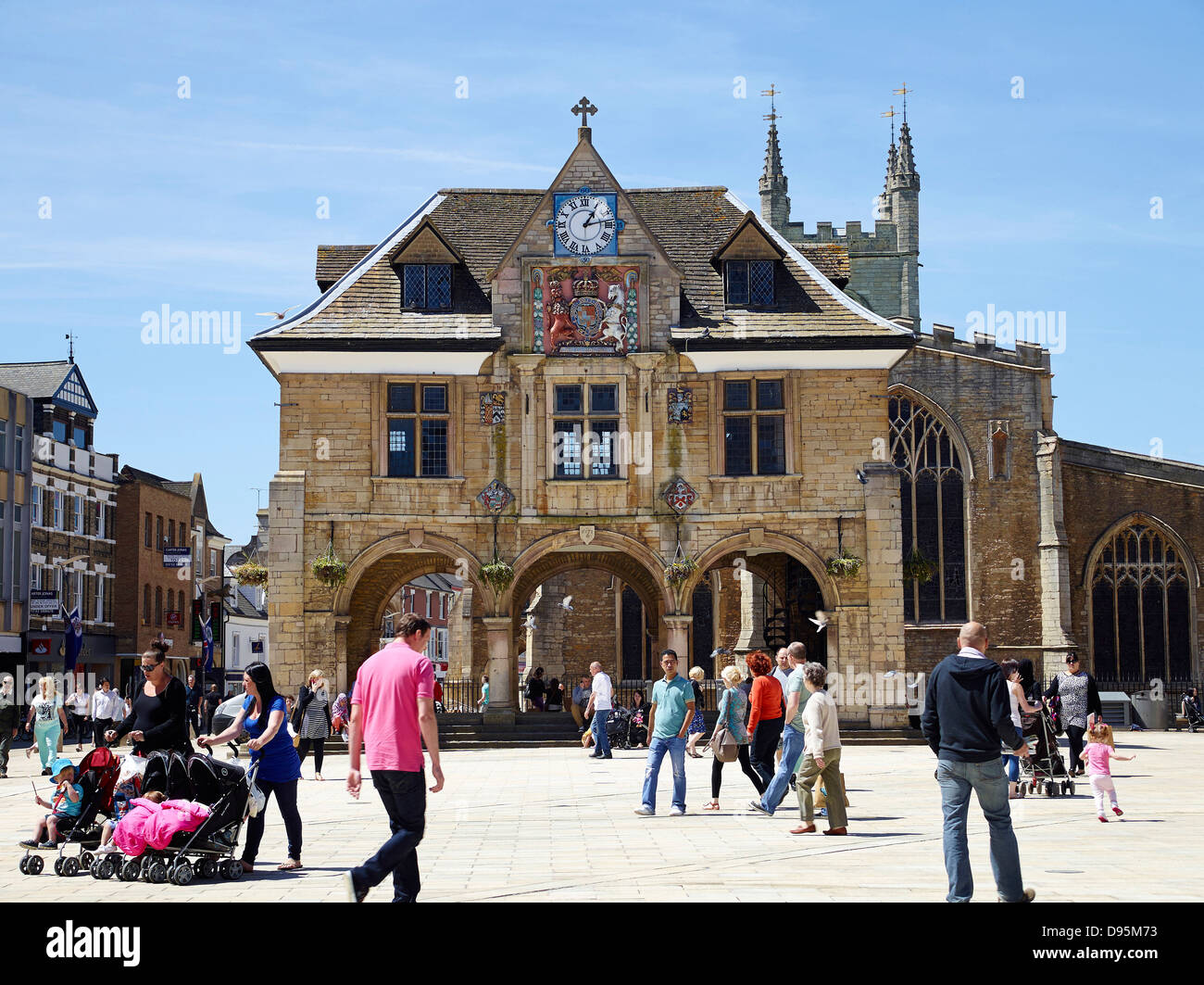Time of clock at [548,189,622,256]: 1:13
